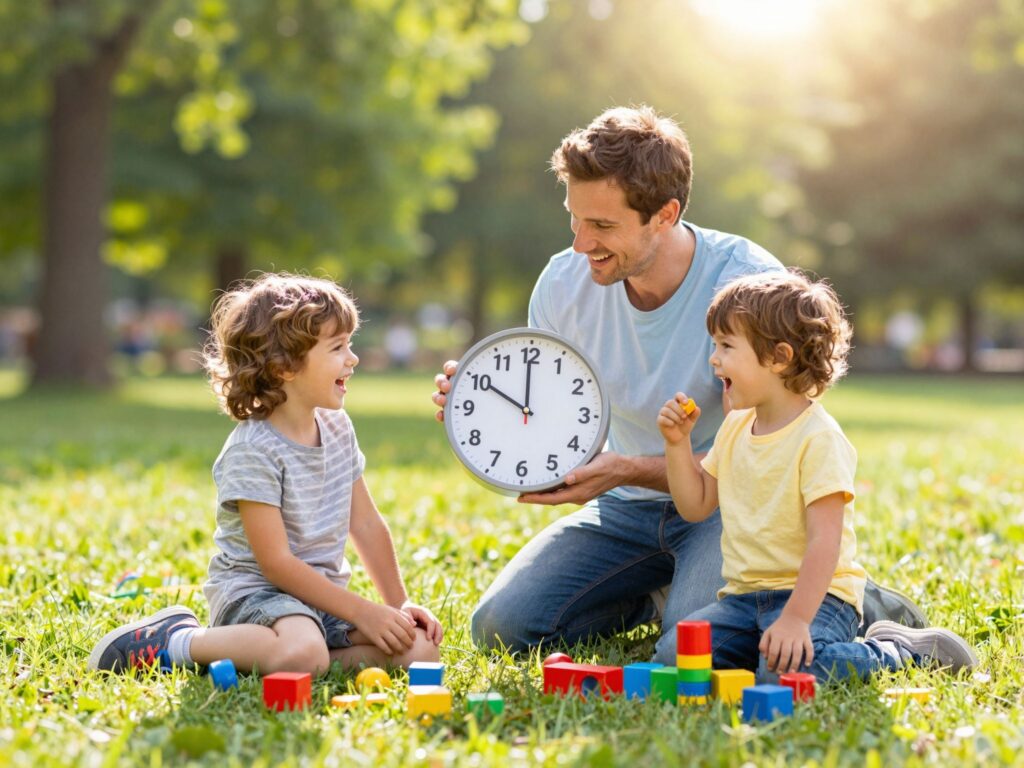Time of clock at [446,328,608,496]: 9:59
